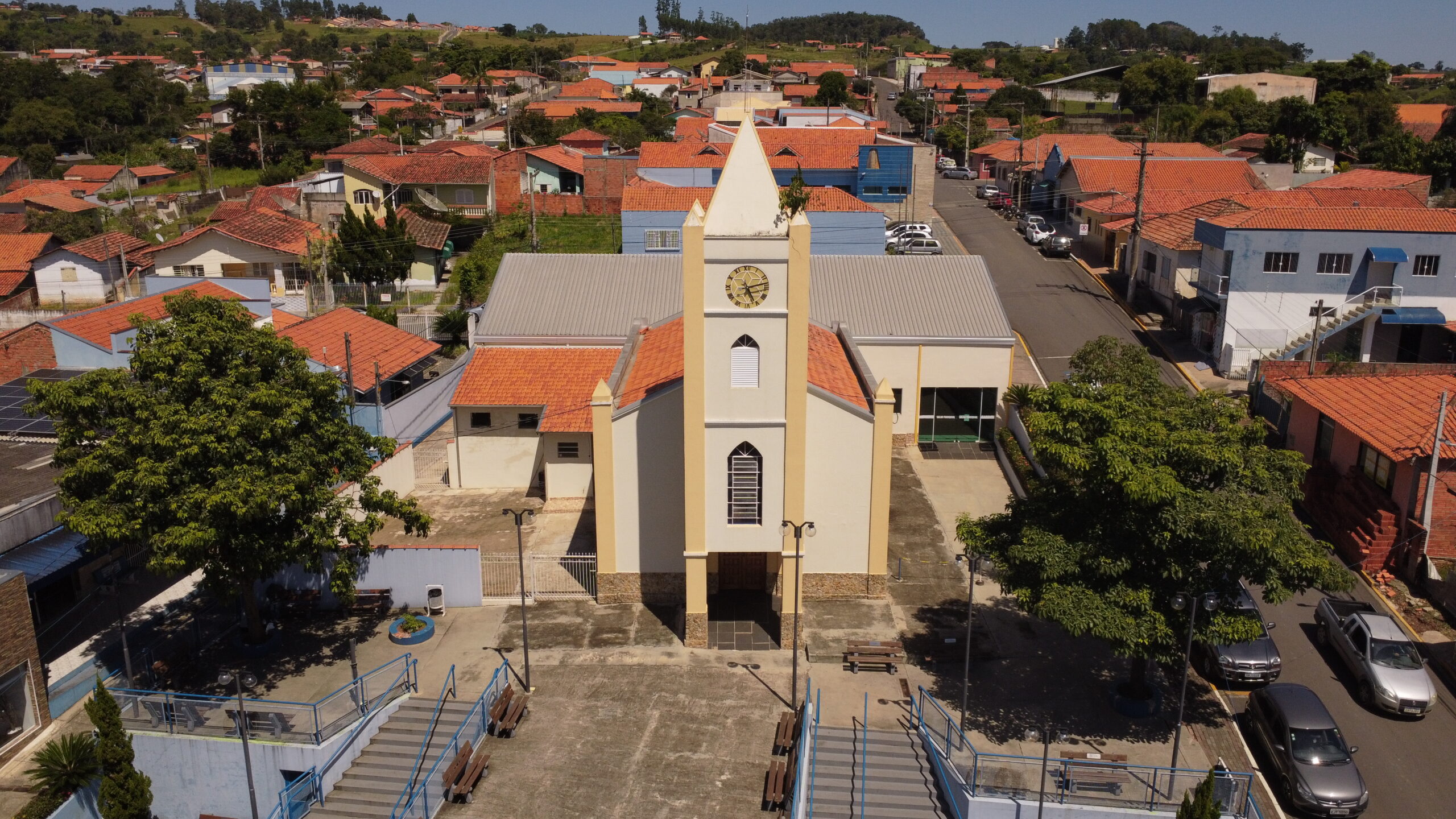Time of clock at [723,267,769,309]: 5:13
